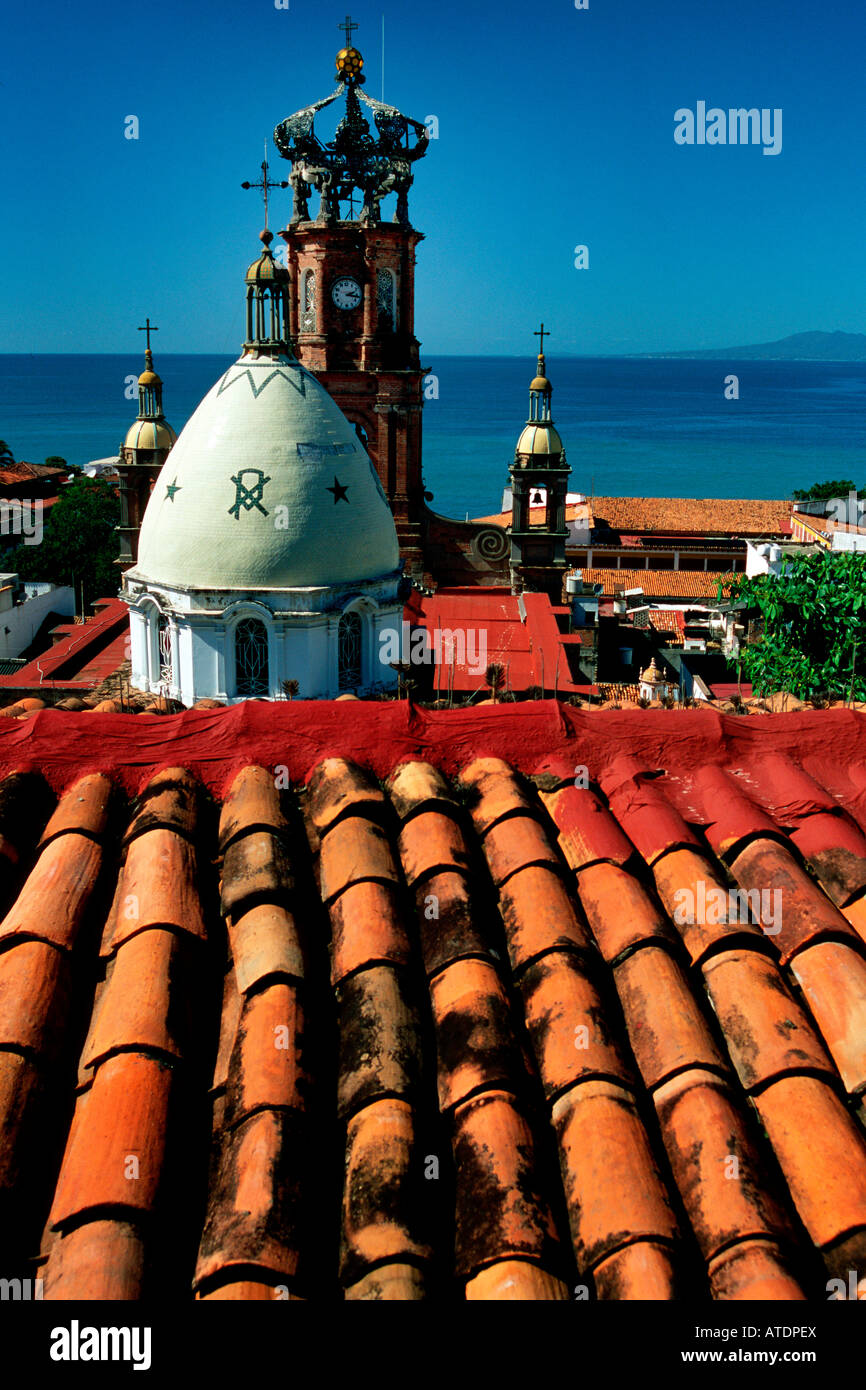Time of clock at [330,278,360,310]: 2:16
